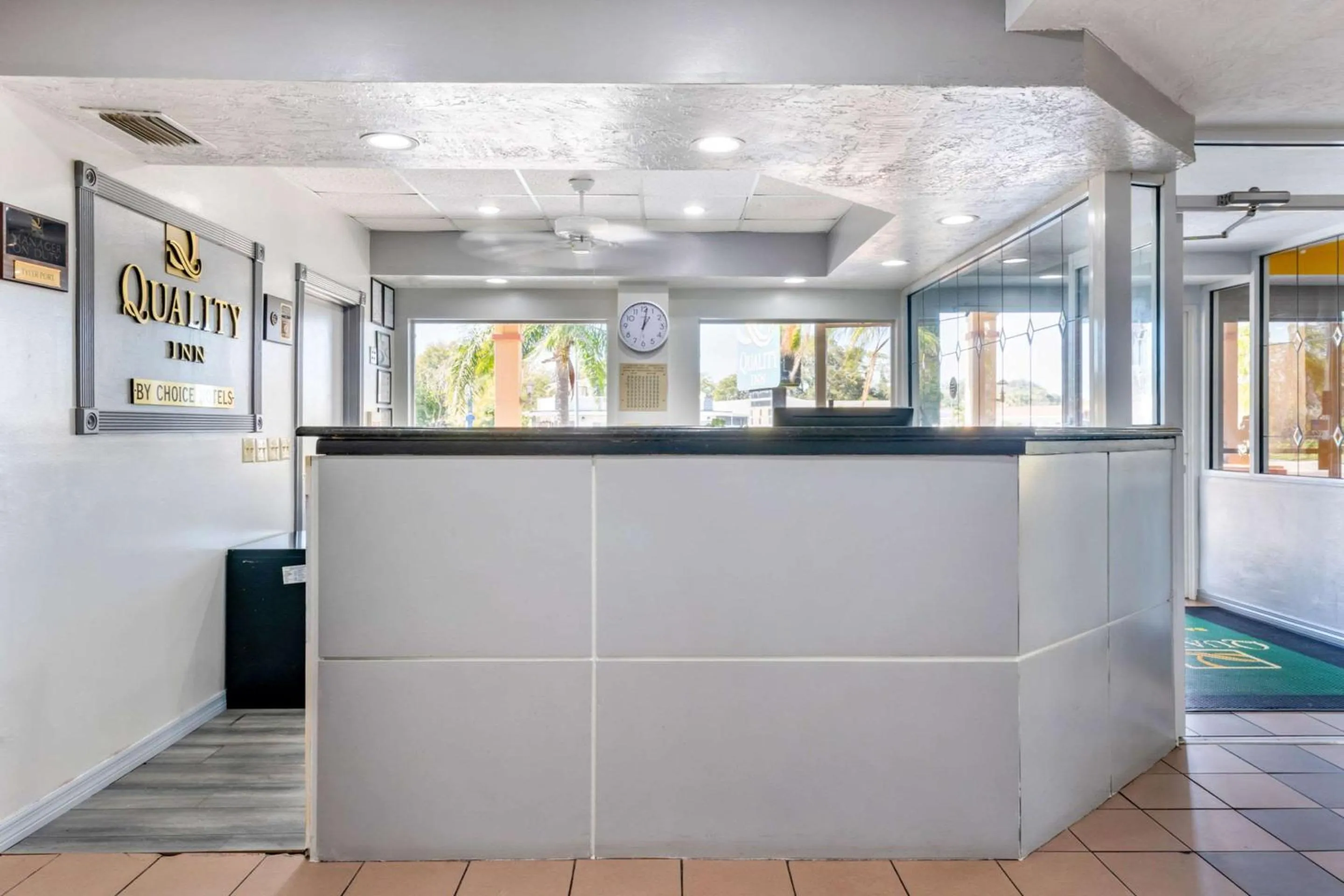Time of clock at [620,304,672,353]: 1:01
